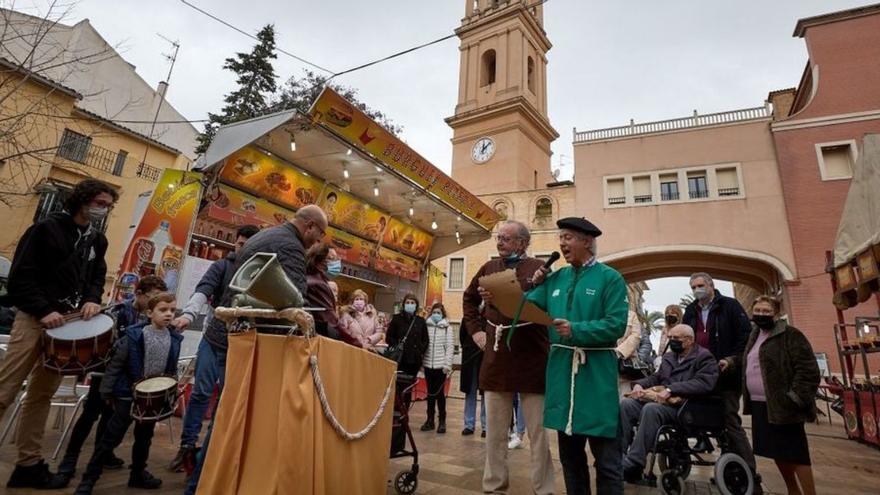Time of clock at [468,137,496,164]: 12:07
